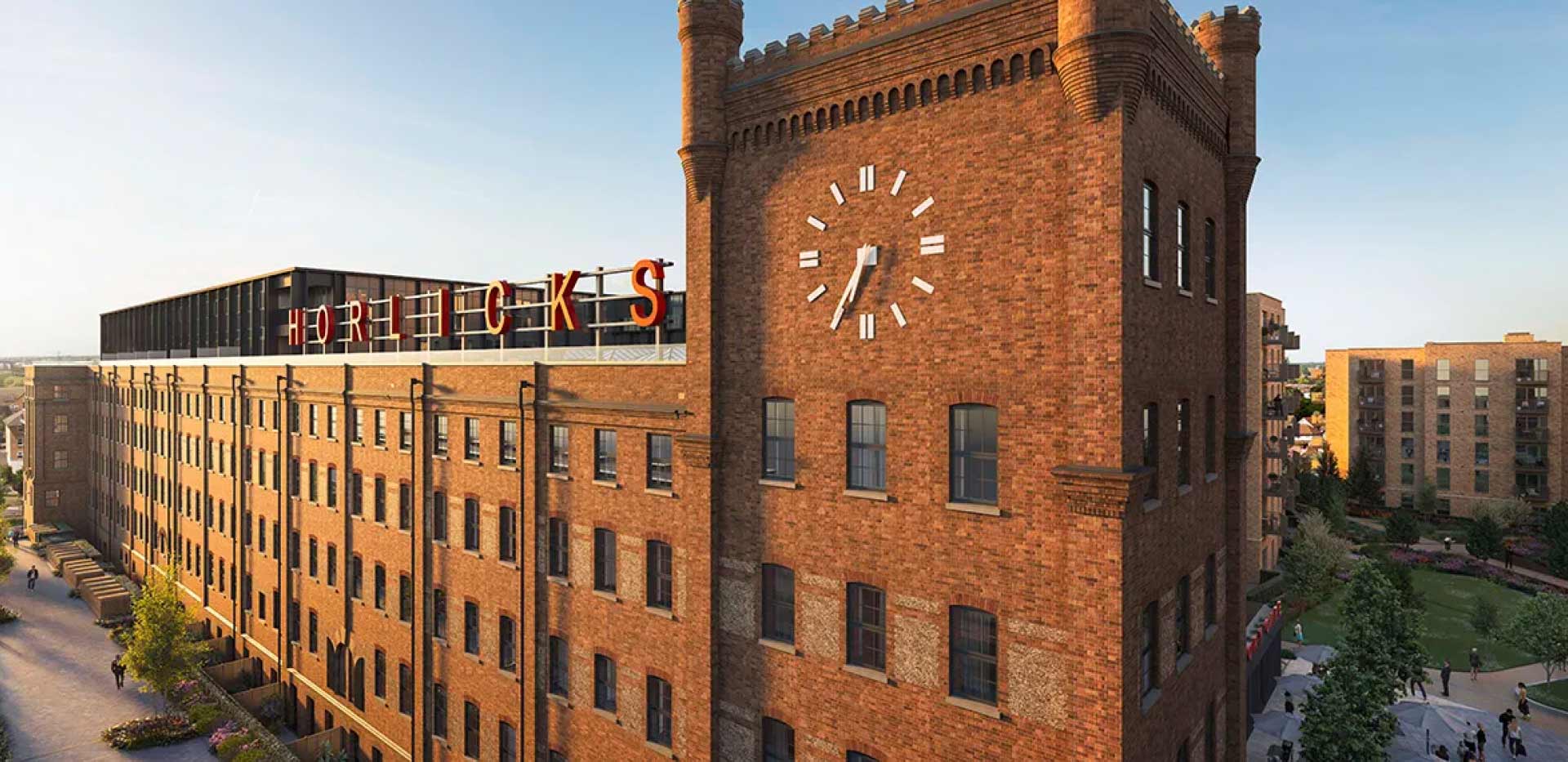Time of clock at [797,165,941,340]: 6:35
